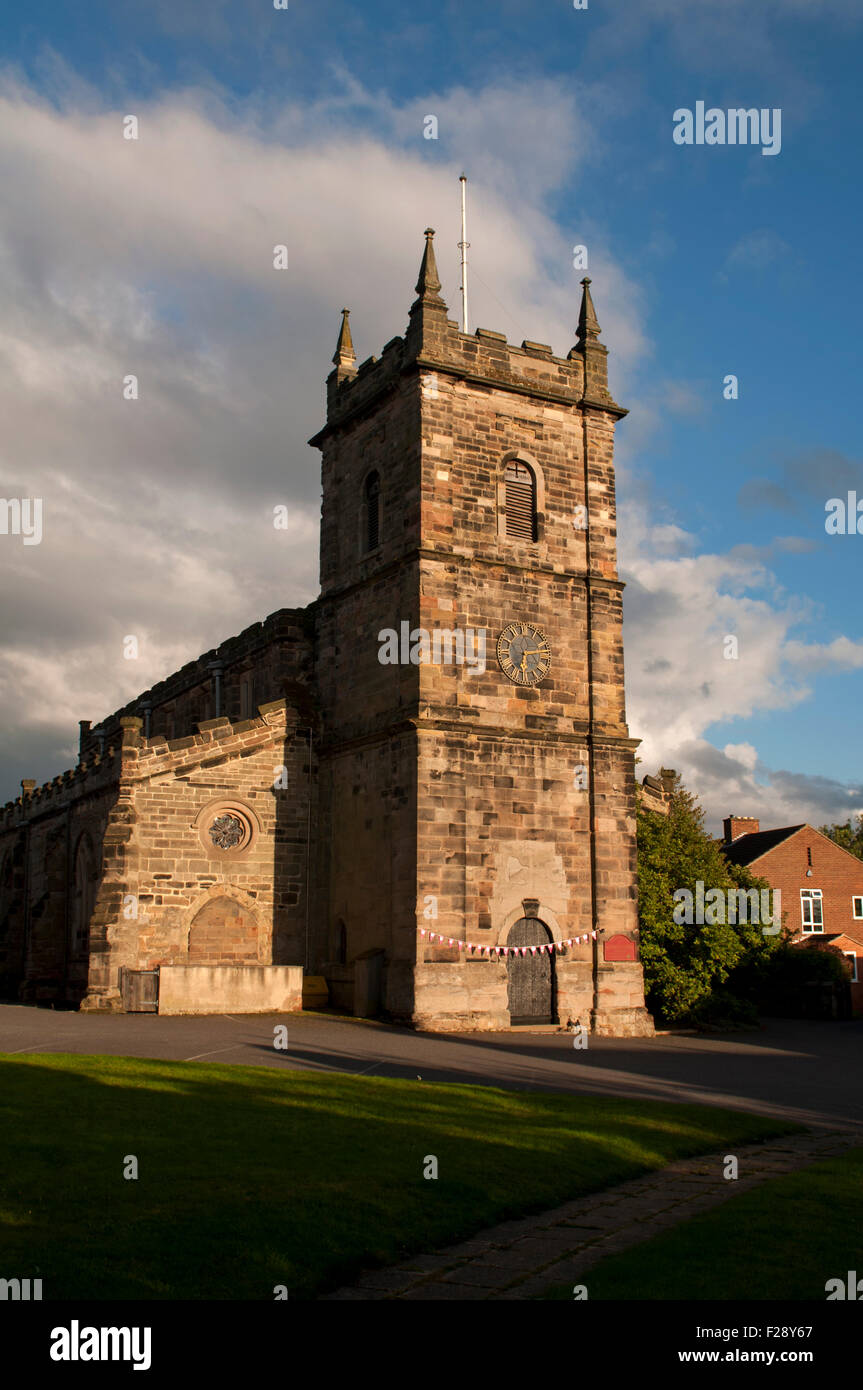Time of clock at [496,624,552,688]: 6:13
